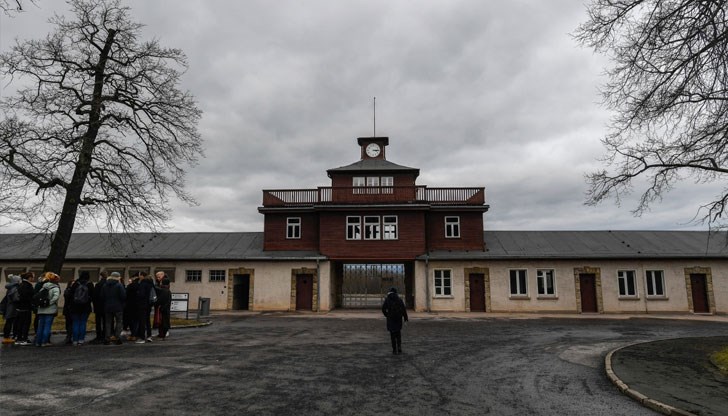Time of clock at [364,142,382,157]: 3:14
